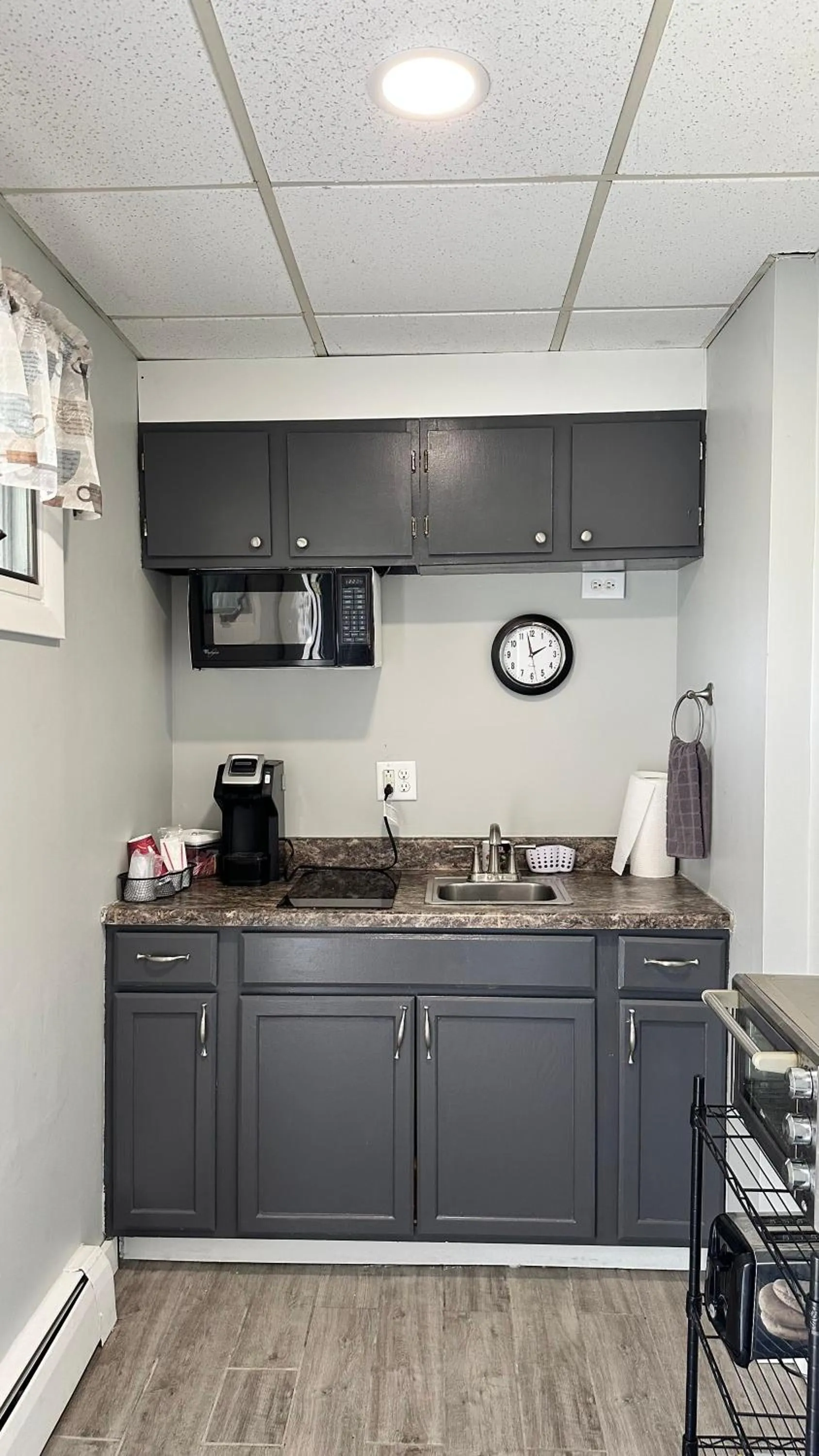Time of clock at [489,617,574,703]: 1:58
